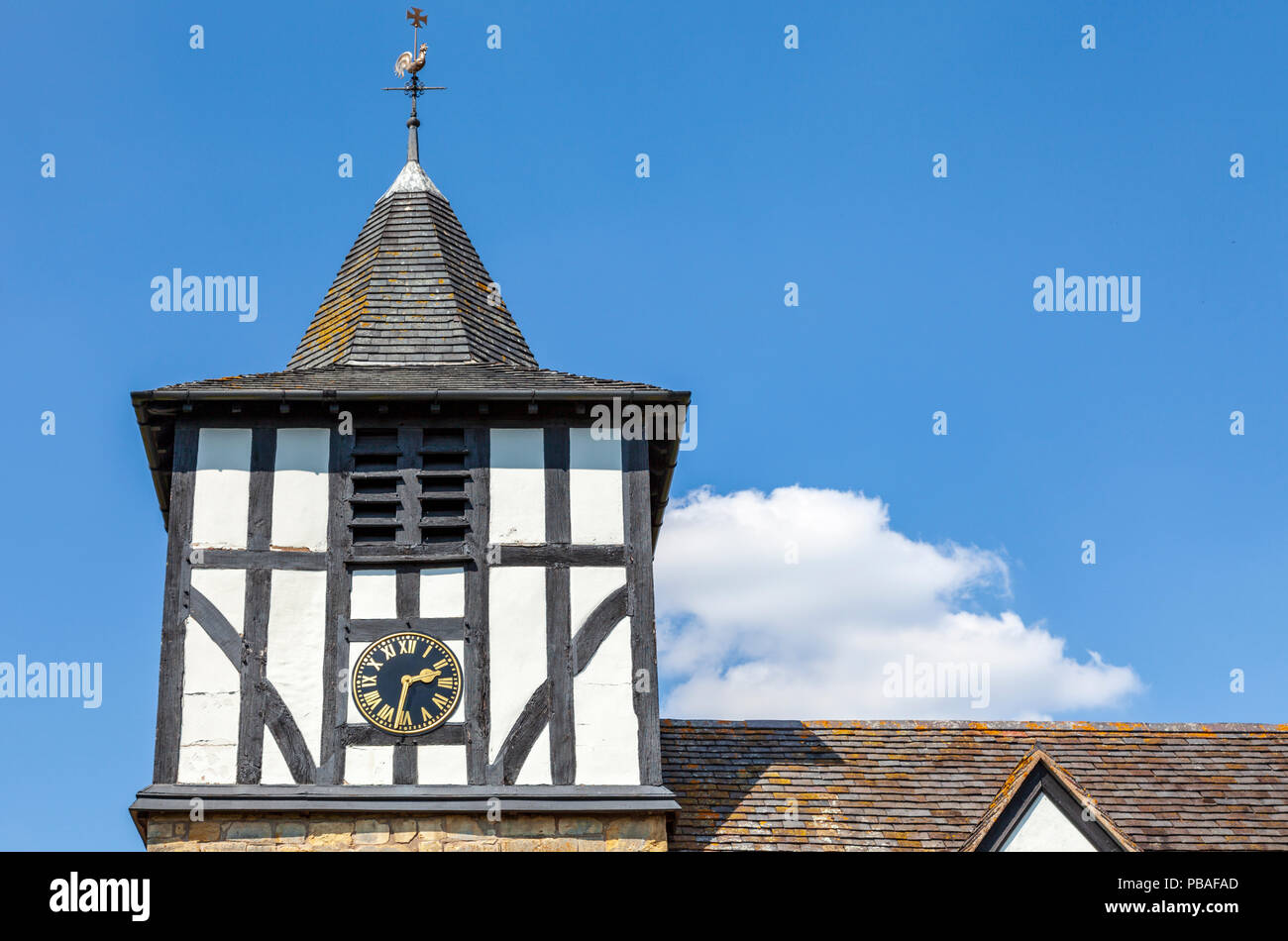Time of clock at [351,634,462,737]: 2:32
